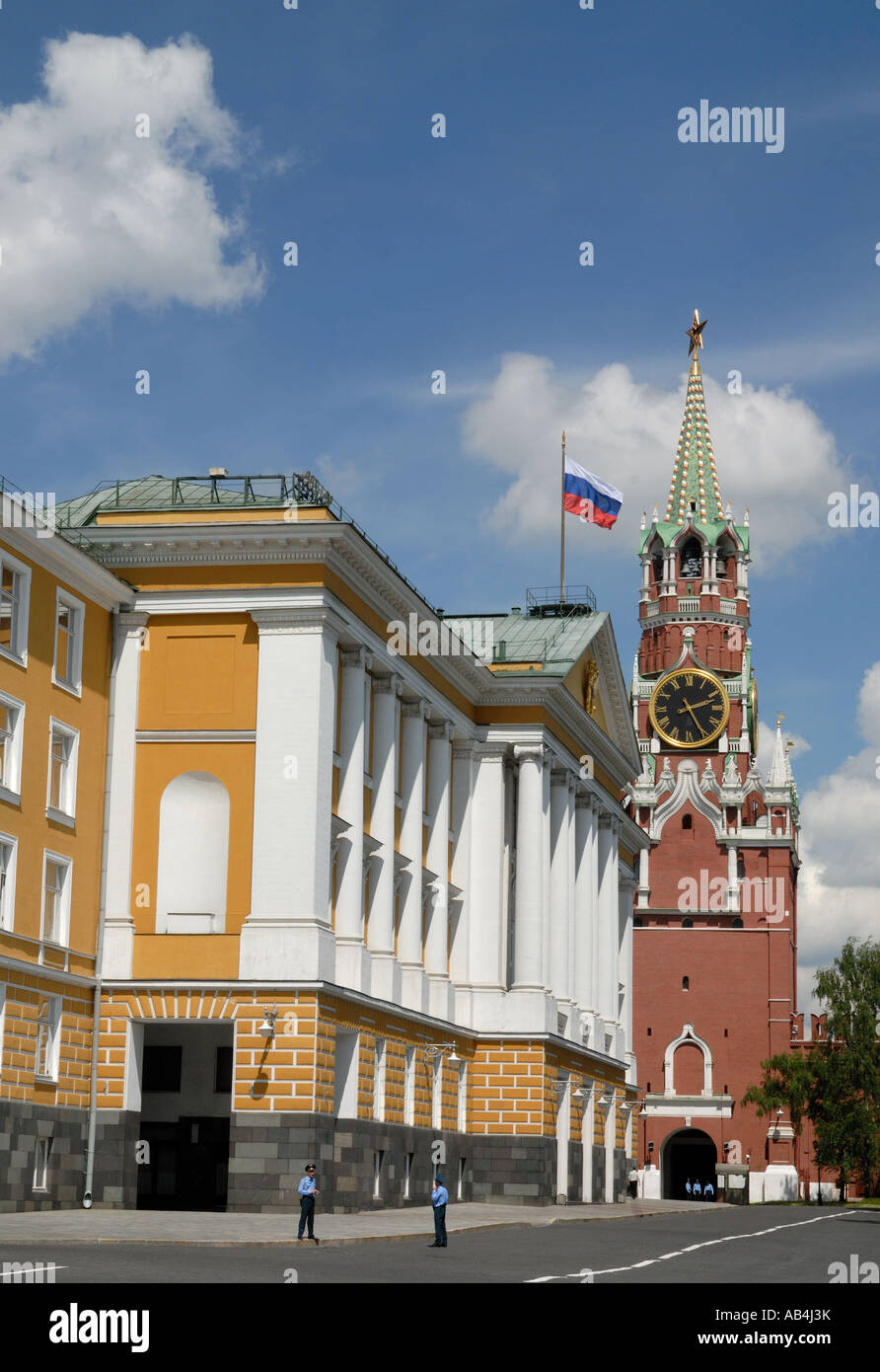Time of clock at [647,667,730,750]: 2:25
